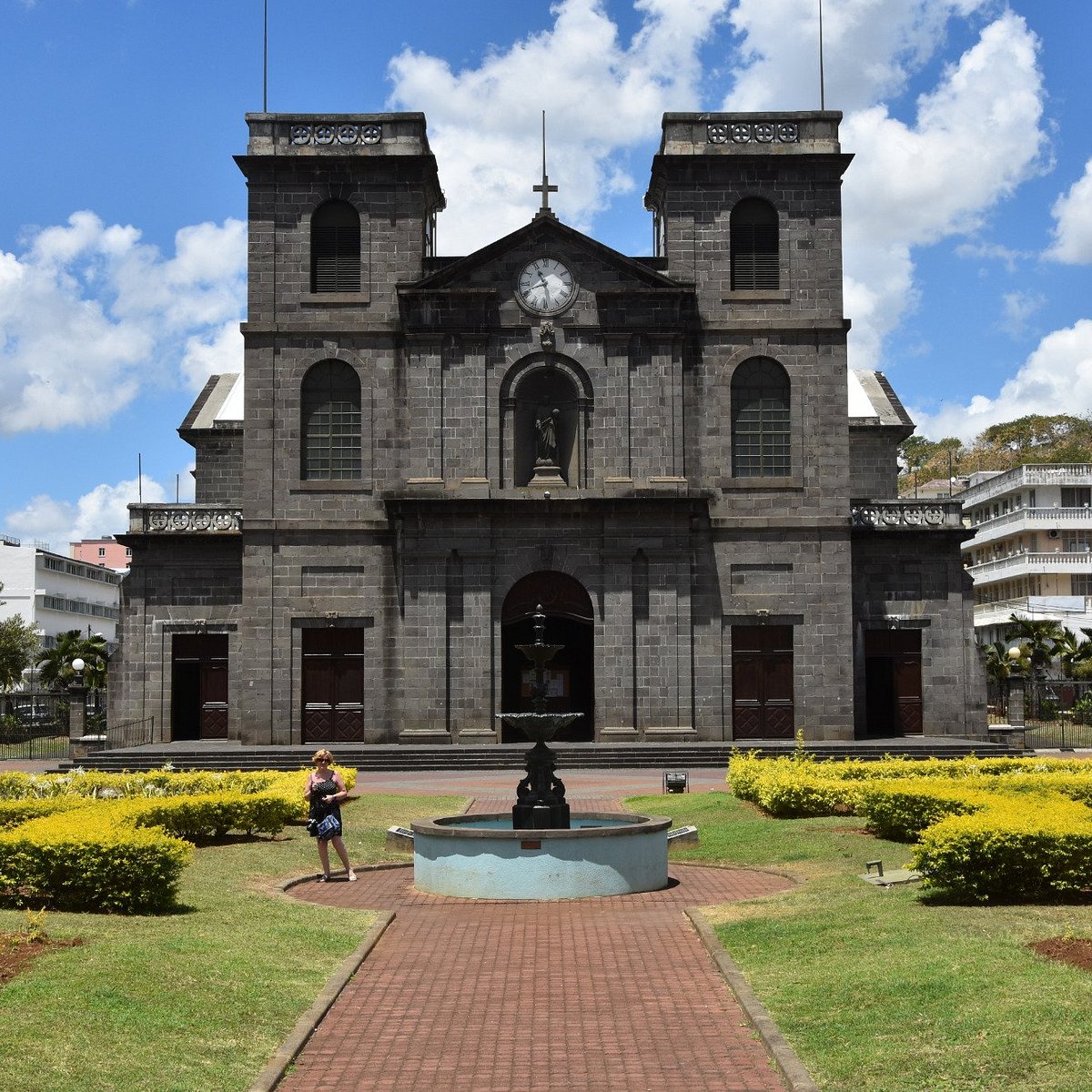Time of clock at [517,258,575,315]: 10:41
